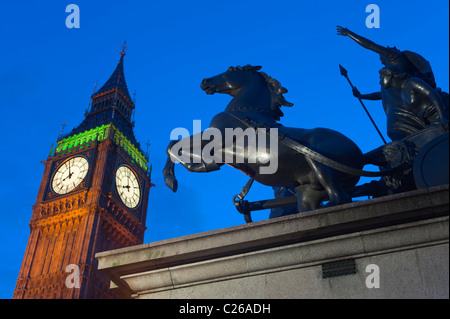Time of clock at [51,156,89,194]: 7:57
